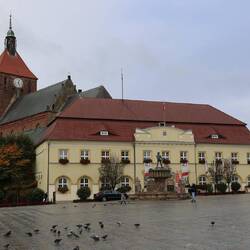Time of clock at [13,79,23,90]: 12:26
